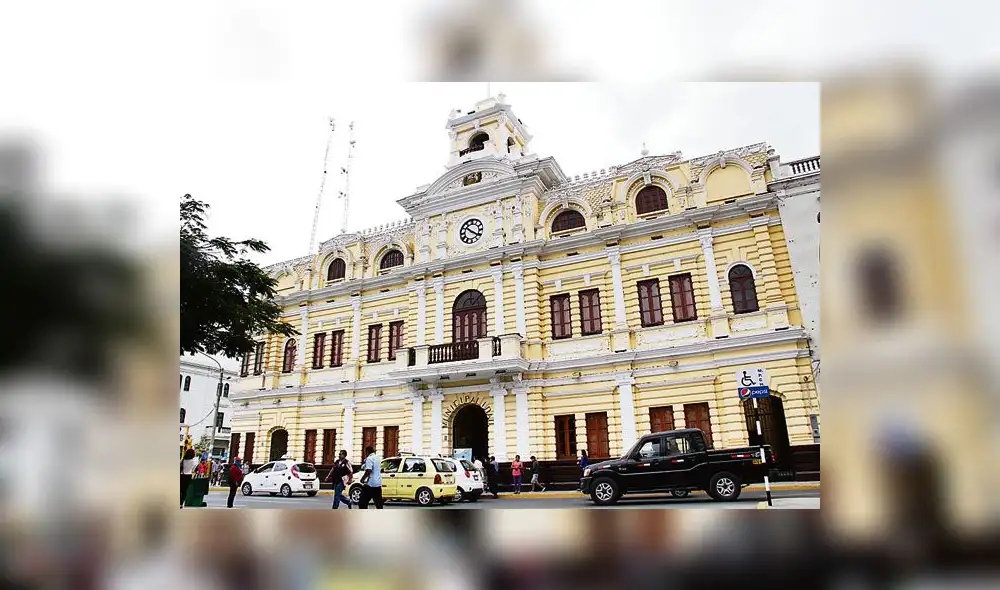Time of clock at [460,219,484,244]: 10:20
